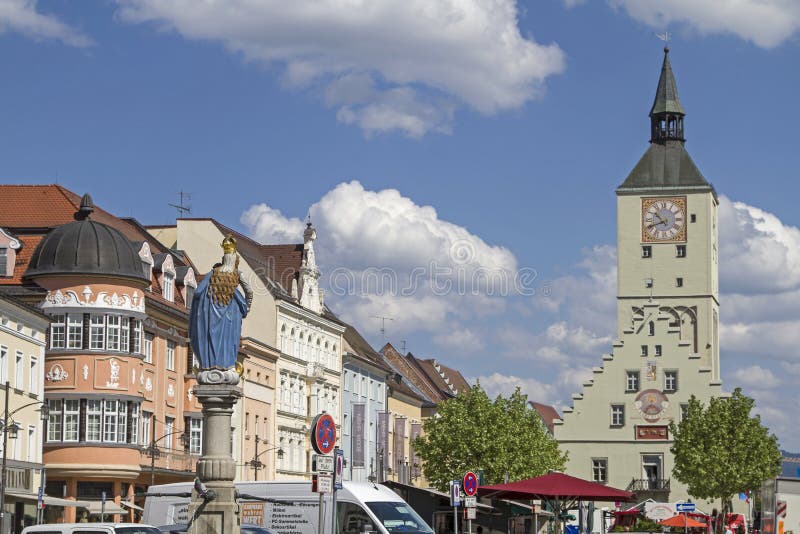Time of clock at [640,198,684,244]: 10:41
